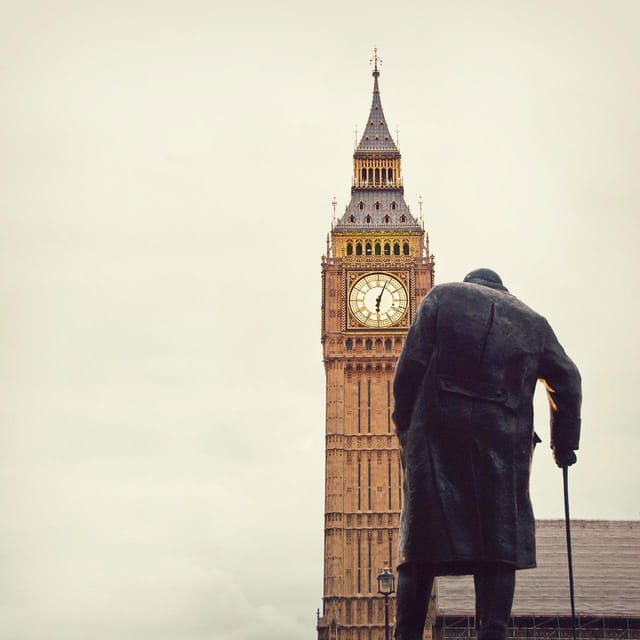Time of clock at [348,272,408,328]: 6:03
